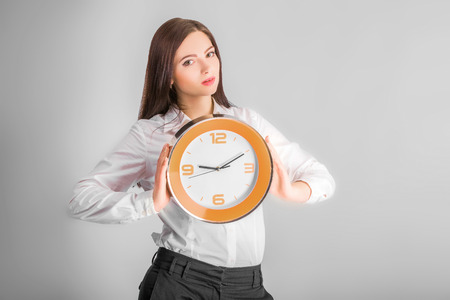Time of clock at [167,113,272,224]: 9:10
